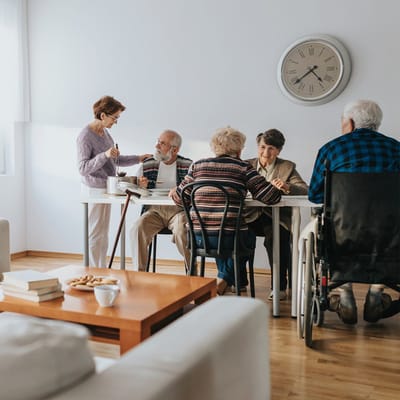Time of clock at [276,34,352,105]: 4:38
